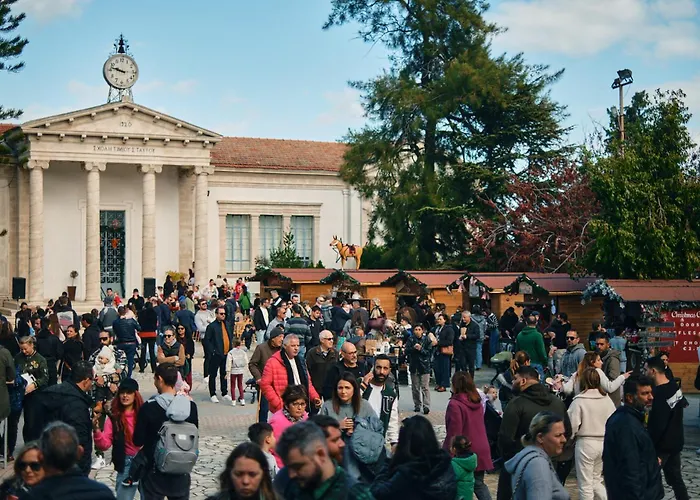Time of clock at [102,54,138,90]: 9:47
